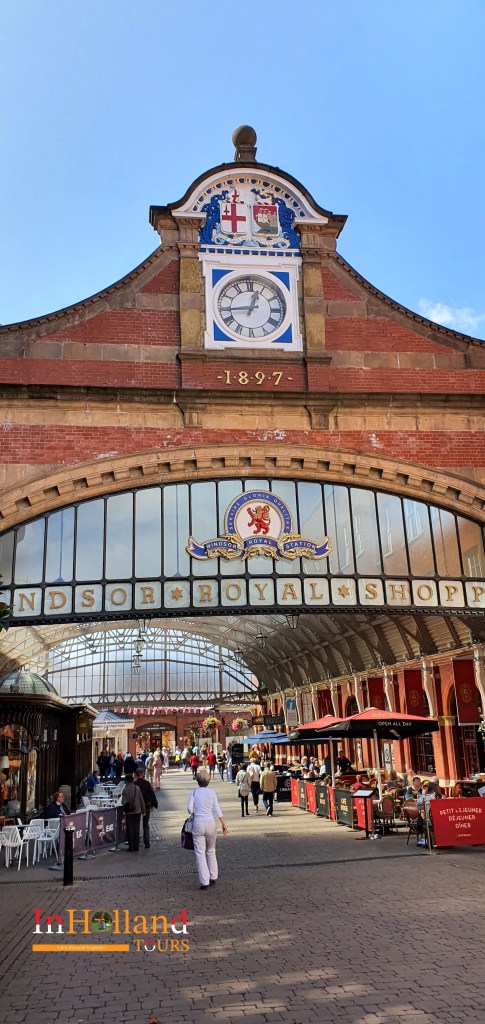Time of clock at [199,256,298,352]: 12:43
